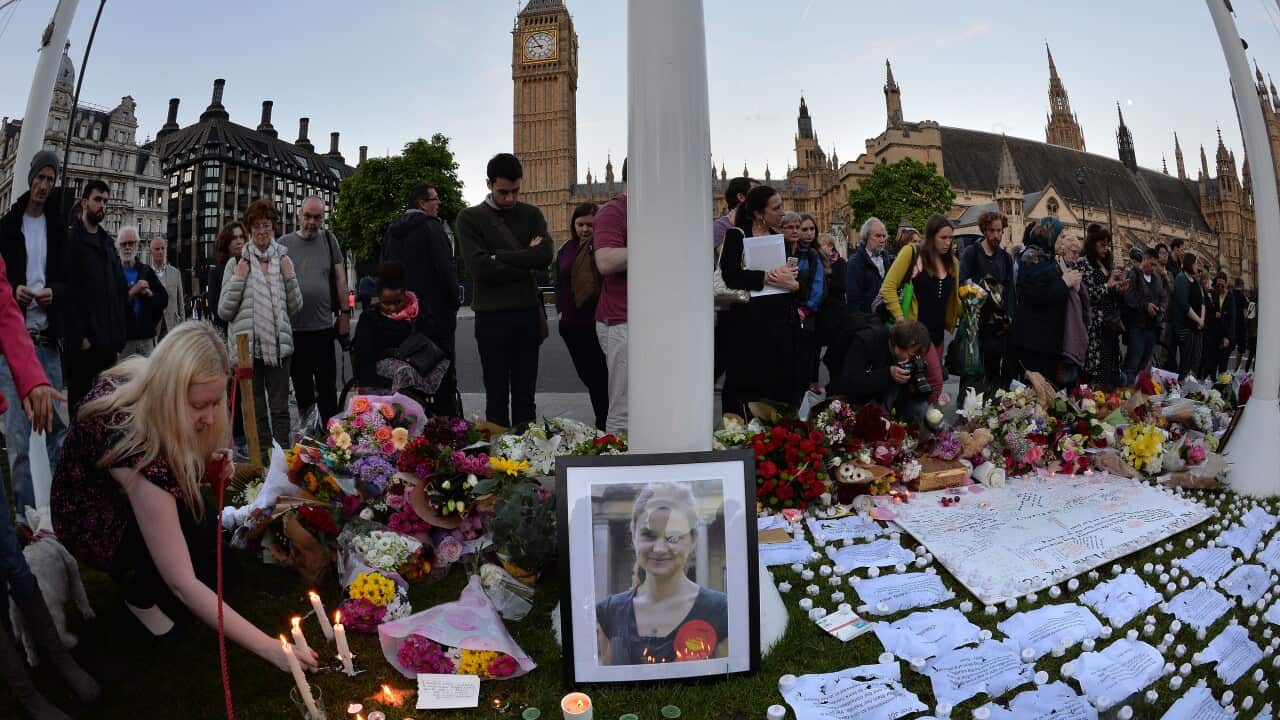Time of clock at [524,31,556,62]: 8:53
